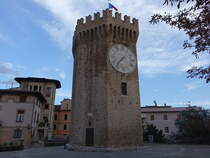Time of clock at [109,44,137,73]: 7:37
